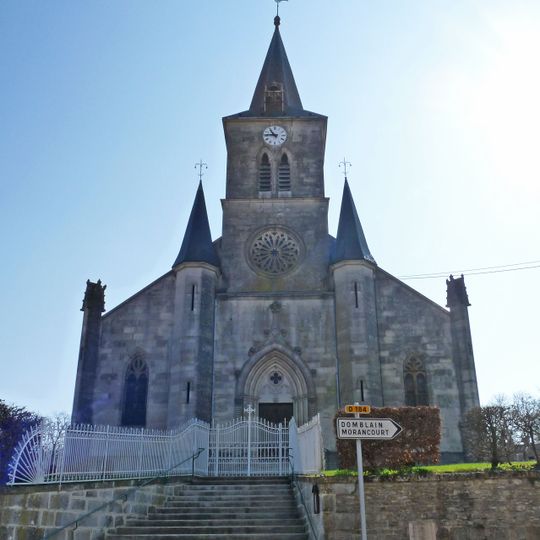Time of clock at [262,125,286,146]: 10:45
